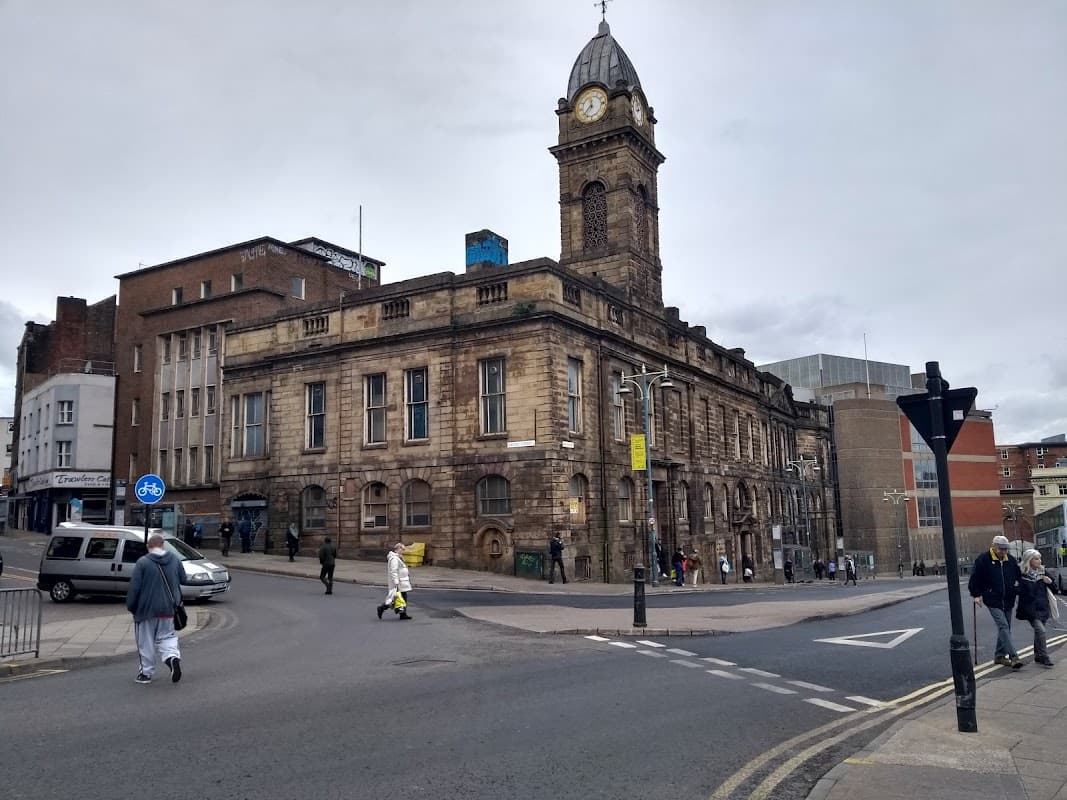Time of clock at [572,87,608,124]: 11:36
